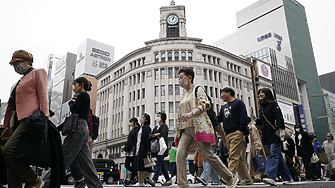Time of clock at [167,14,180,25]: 1:02
